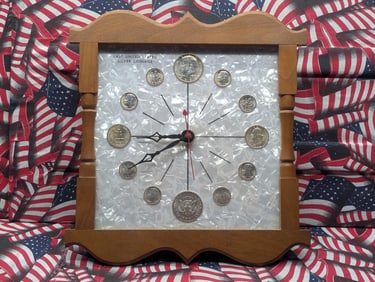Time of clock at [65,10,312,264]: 8:39
